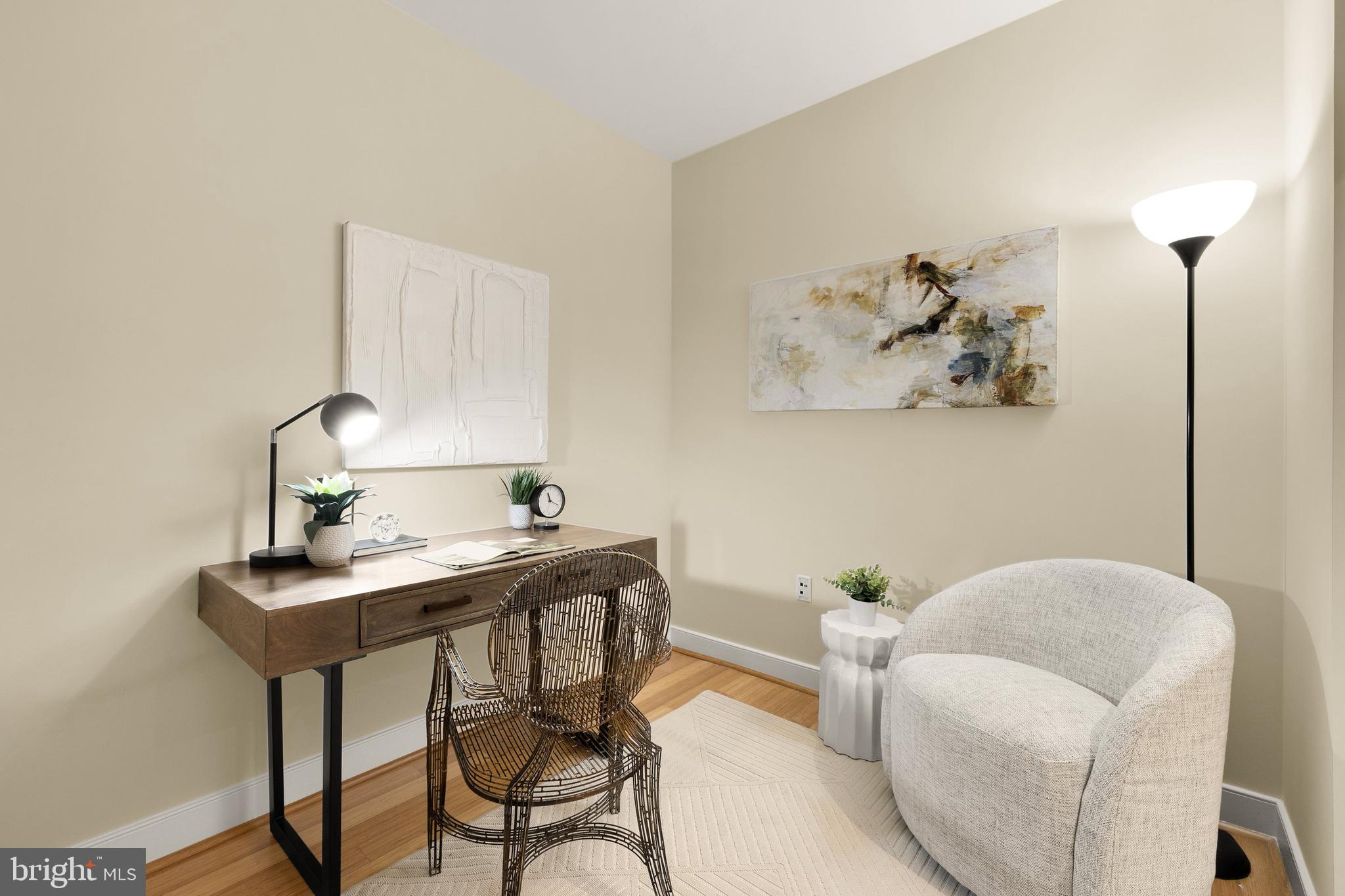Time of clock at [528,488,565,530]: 11:18
